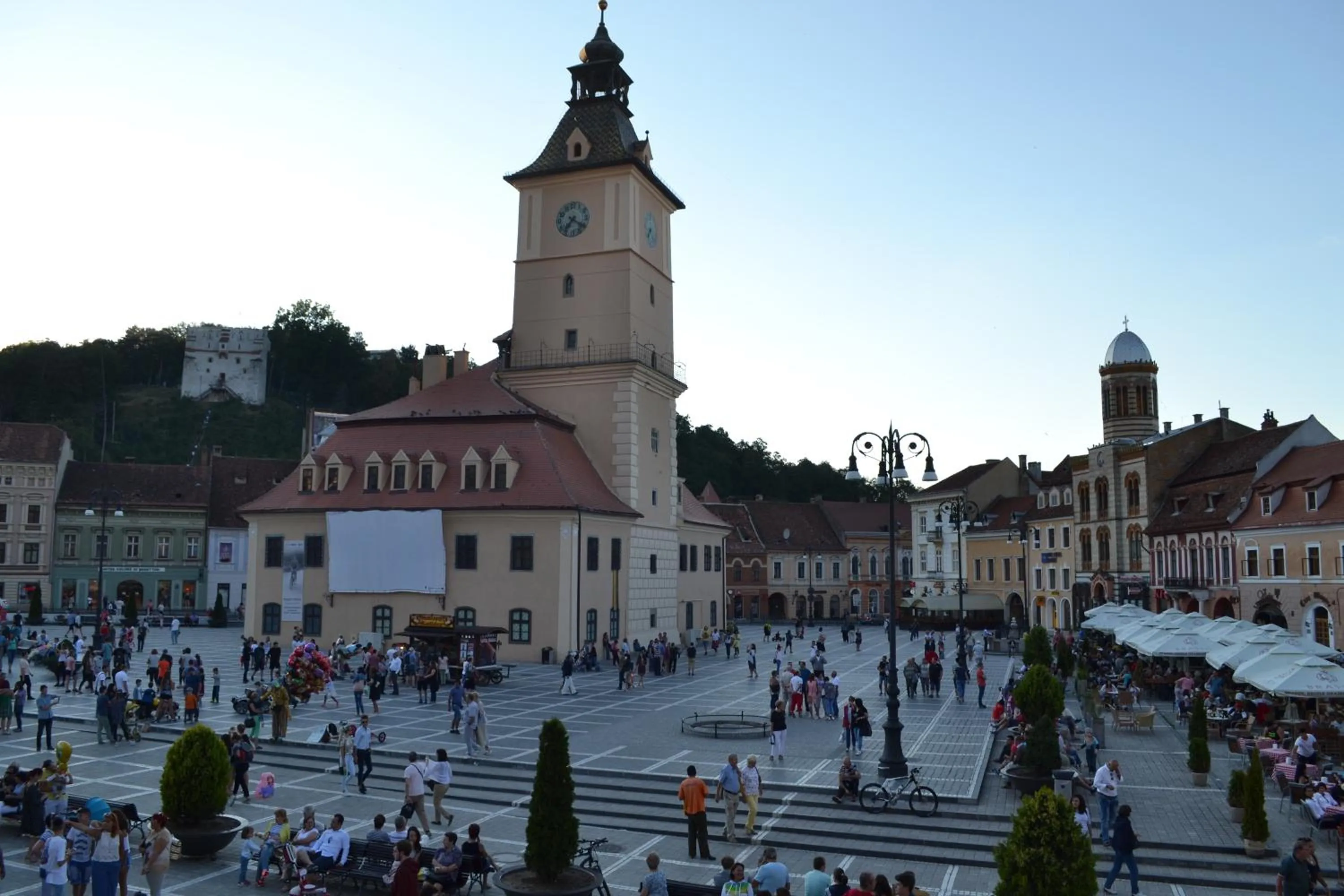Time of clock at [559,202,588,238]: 7:20
